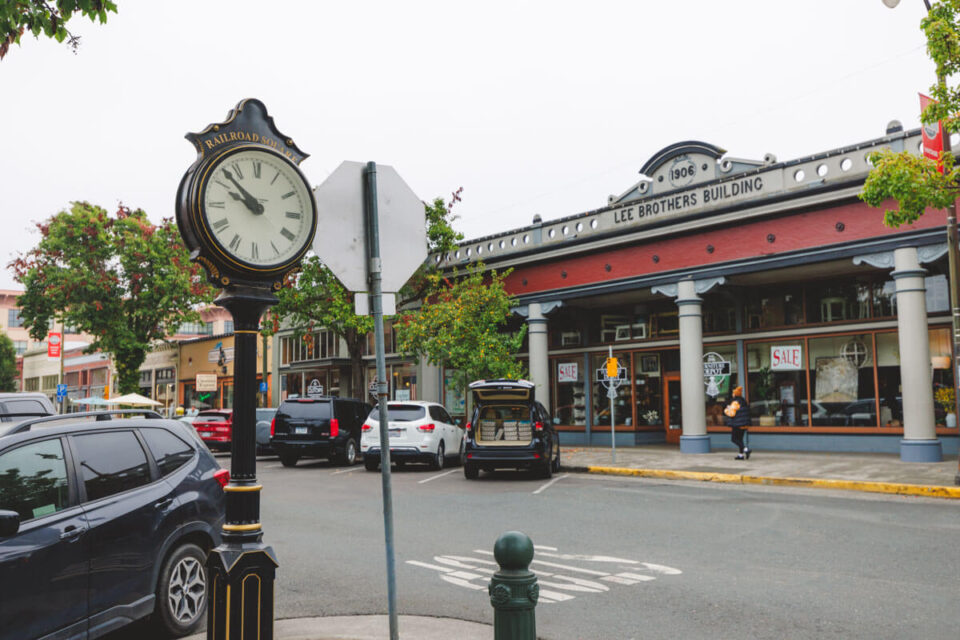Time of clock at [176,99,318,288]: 9:52
